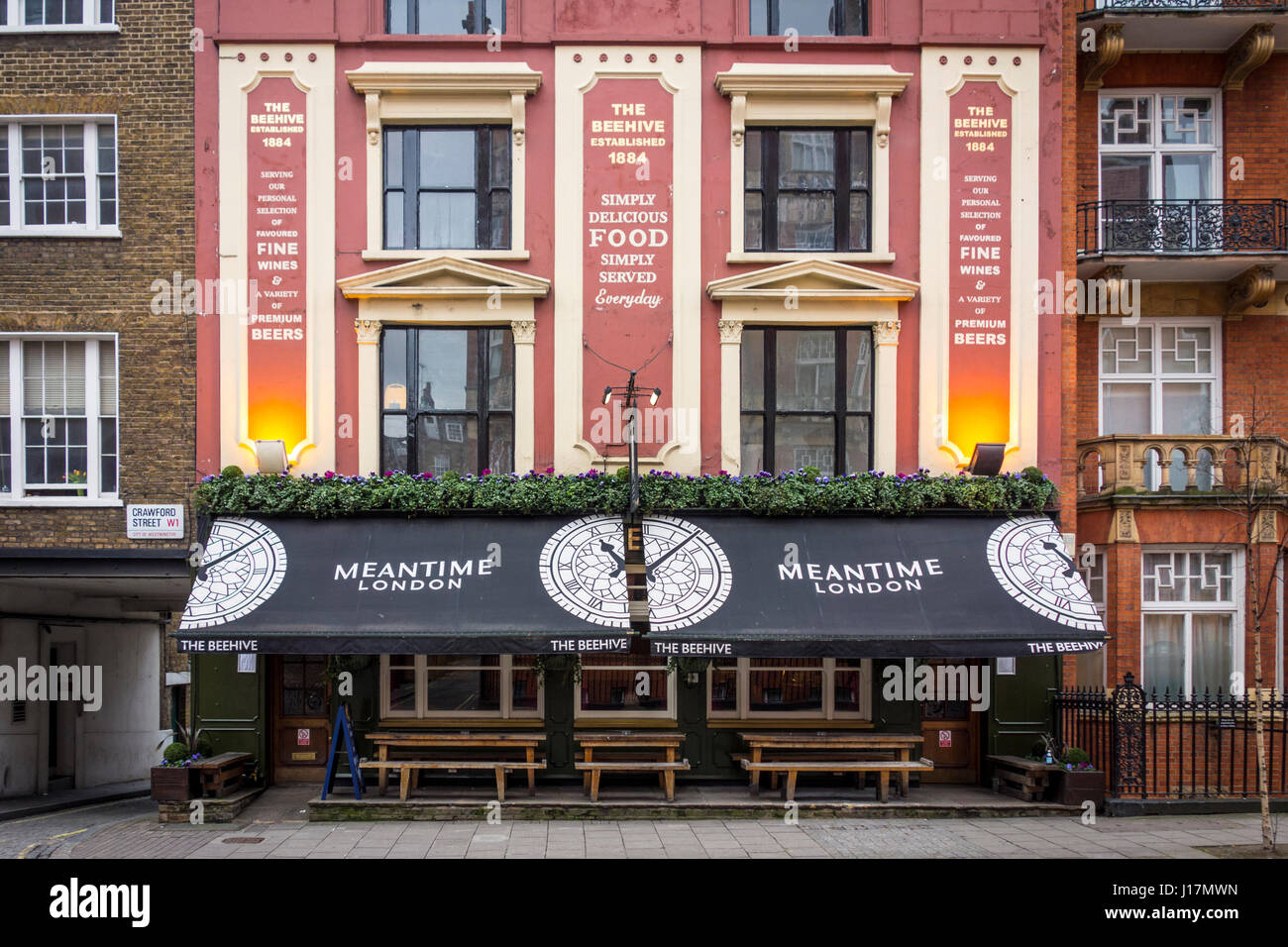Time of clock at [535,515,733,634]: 11:07
